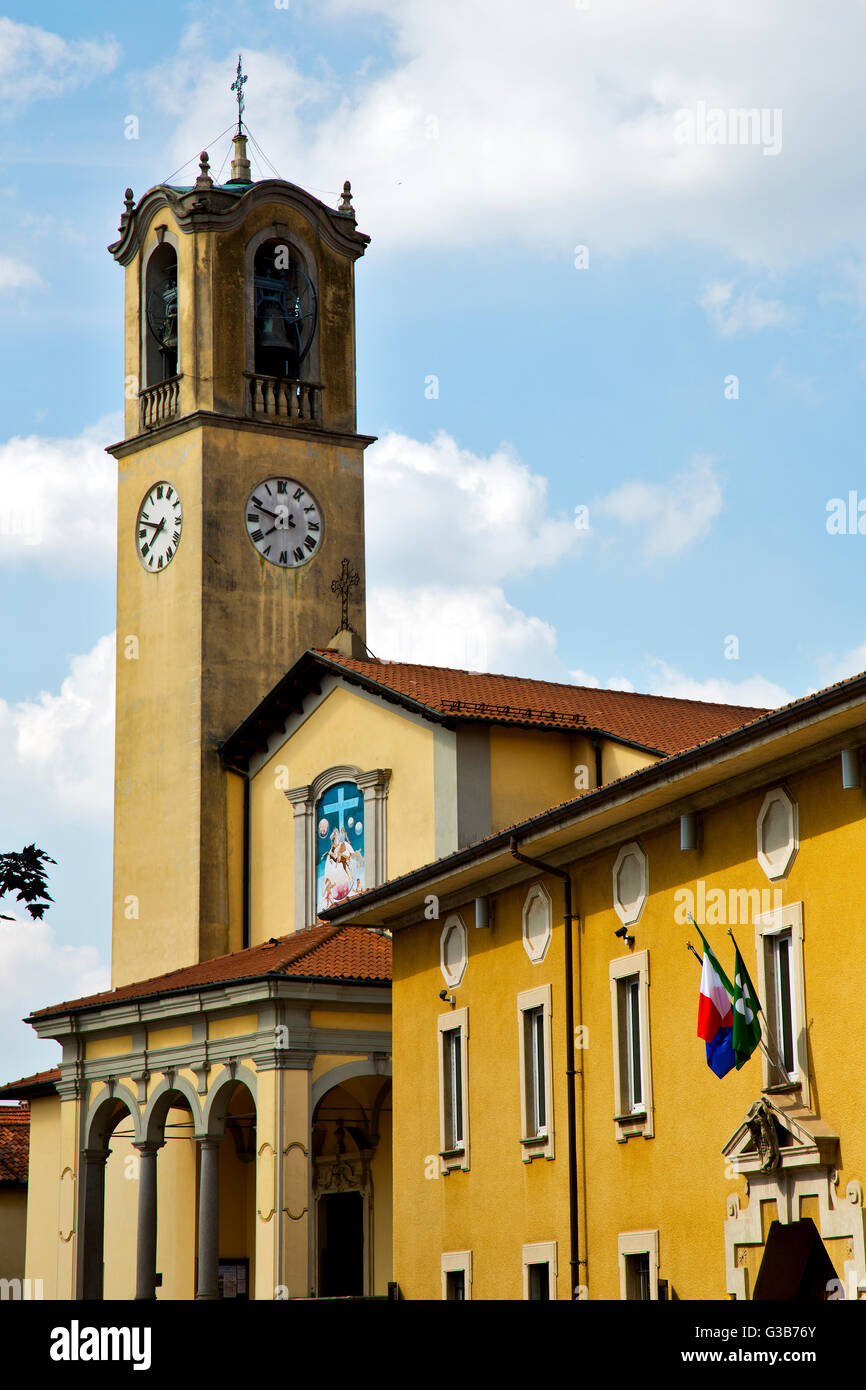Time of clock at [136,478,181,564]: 7:47
